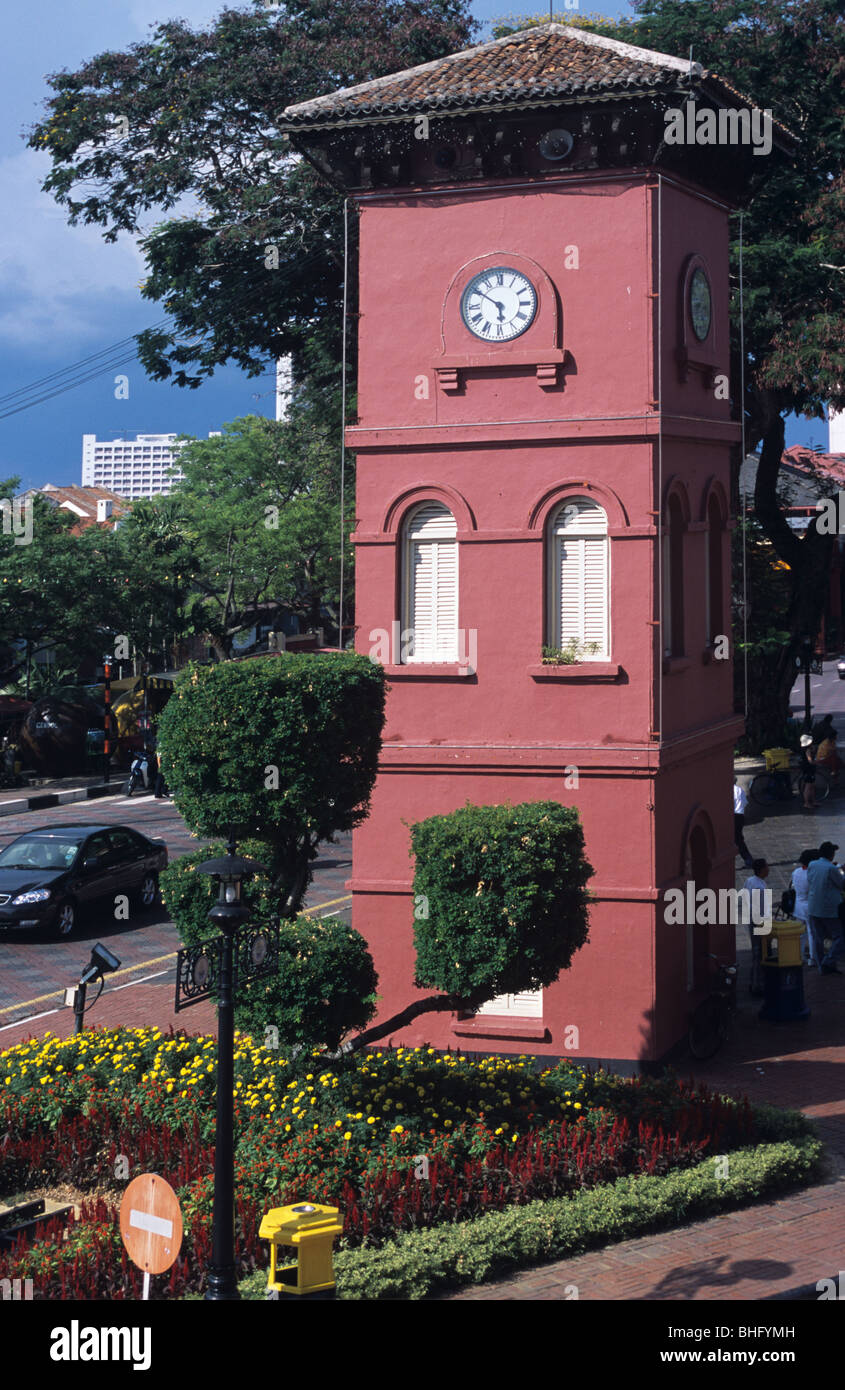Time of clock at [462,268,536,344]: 5:50
